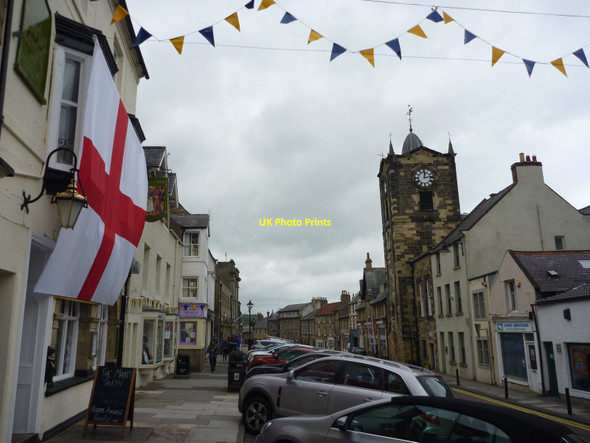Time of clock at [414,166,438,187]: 12:13
